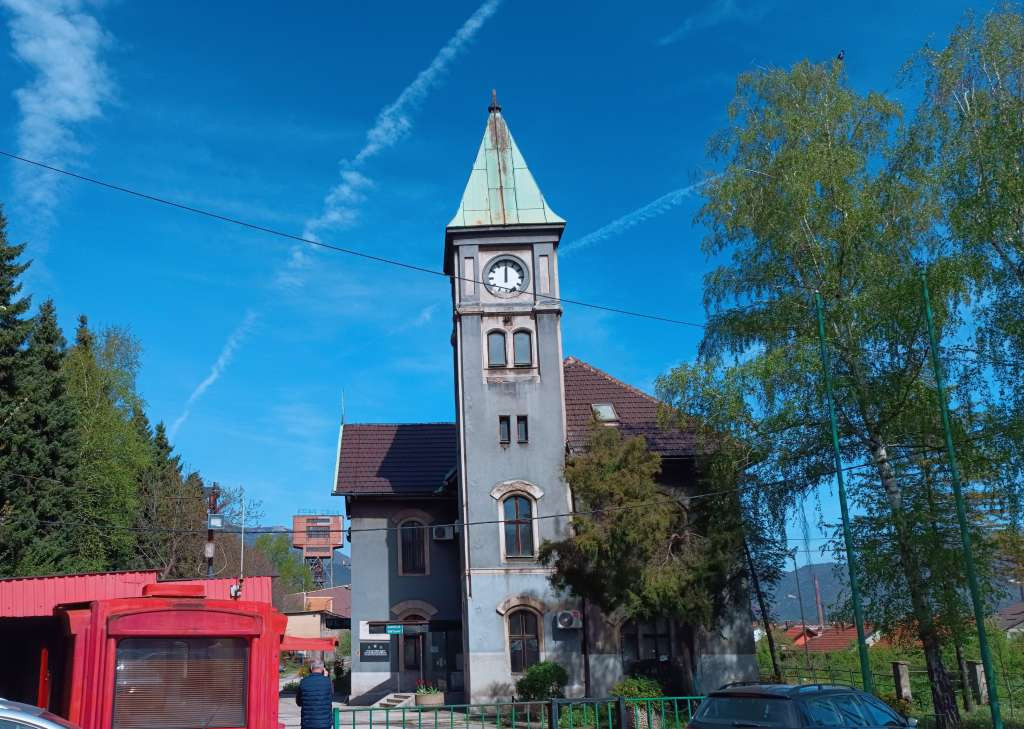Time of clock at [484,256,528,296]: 12:00
